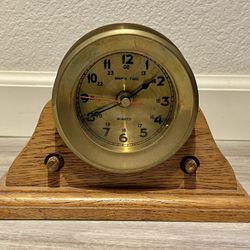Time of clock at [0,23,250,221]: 1:40
